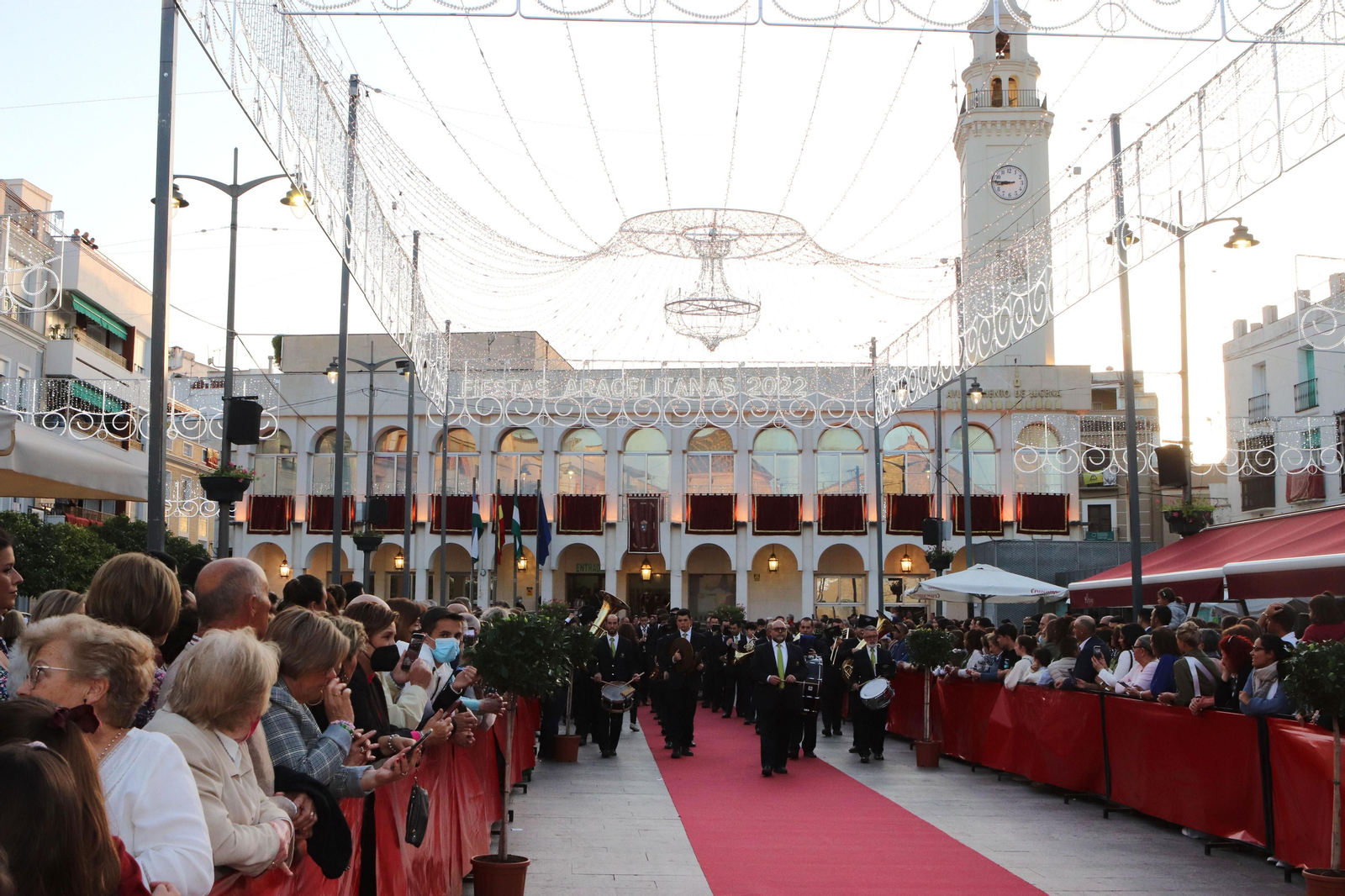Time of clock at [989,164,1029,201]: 8:45
